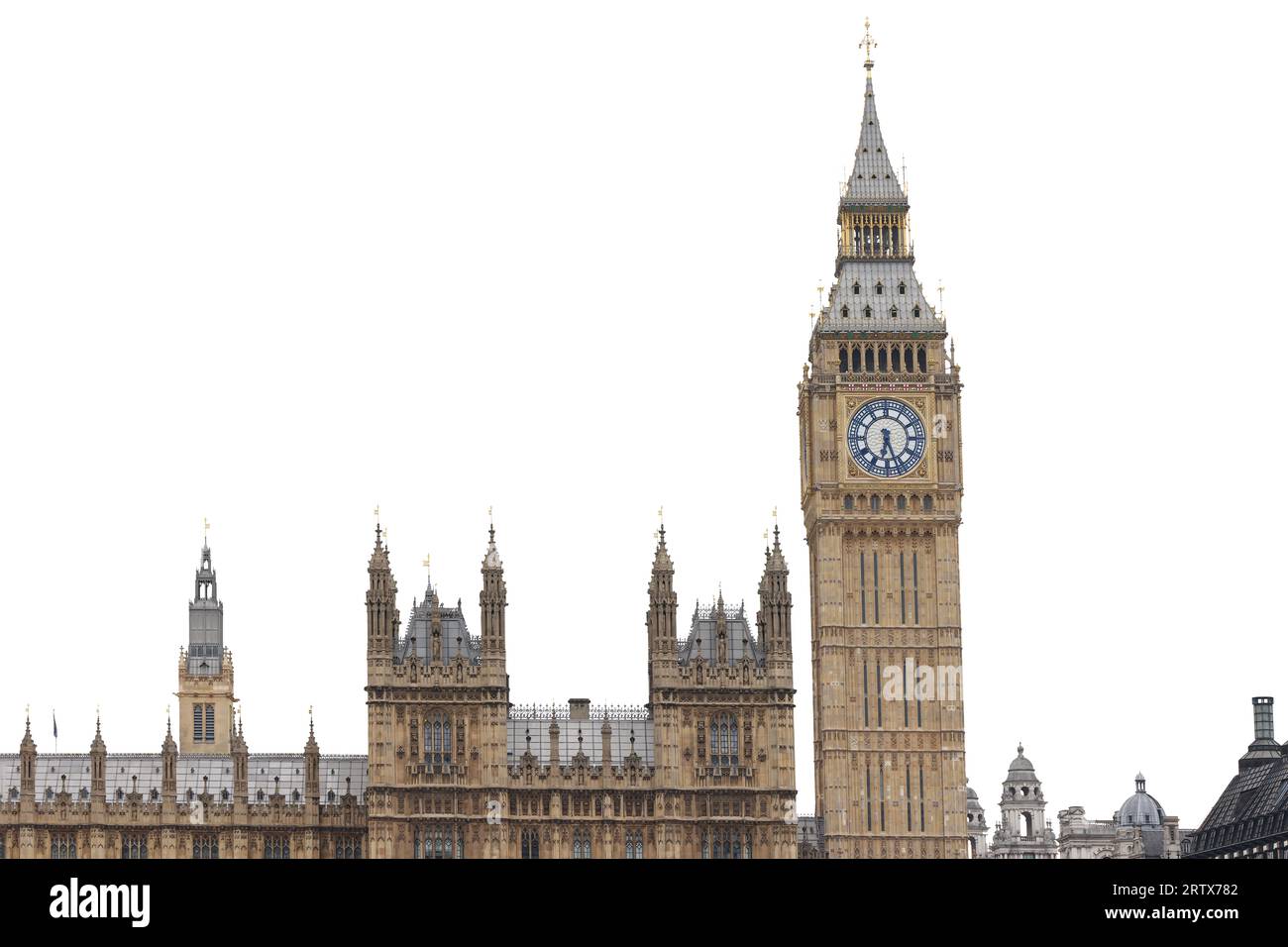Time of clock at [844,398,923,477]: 6:26
